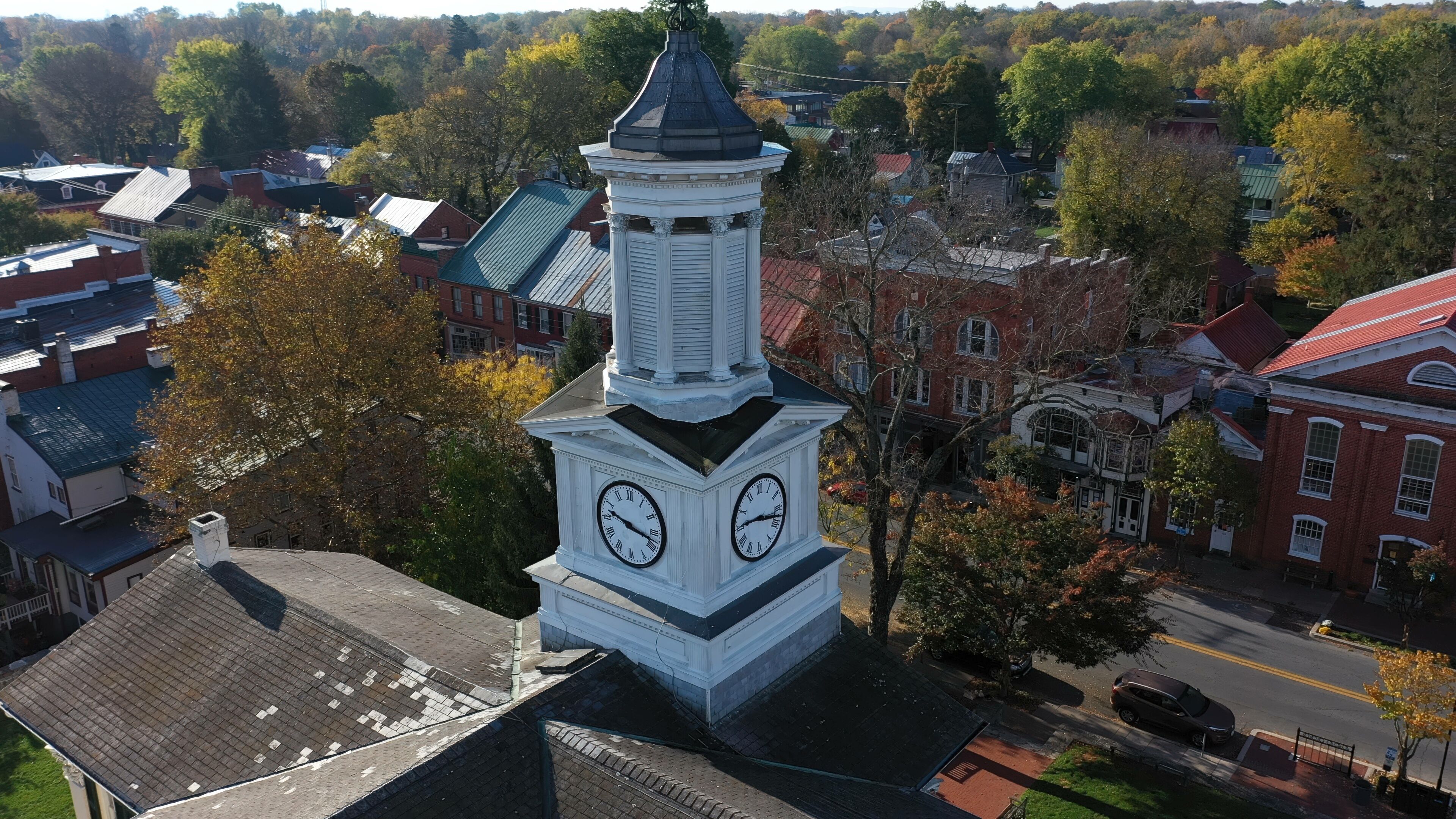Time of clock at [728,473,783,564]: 9:17
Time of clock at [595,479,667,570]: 9:17
